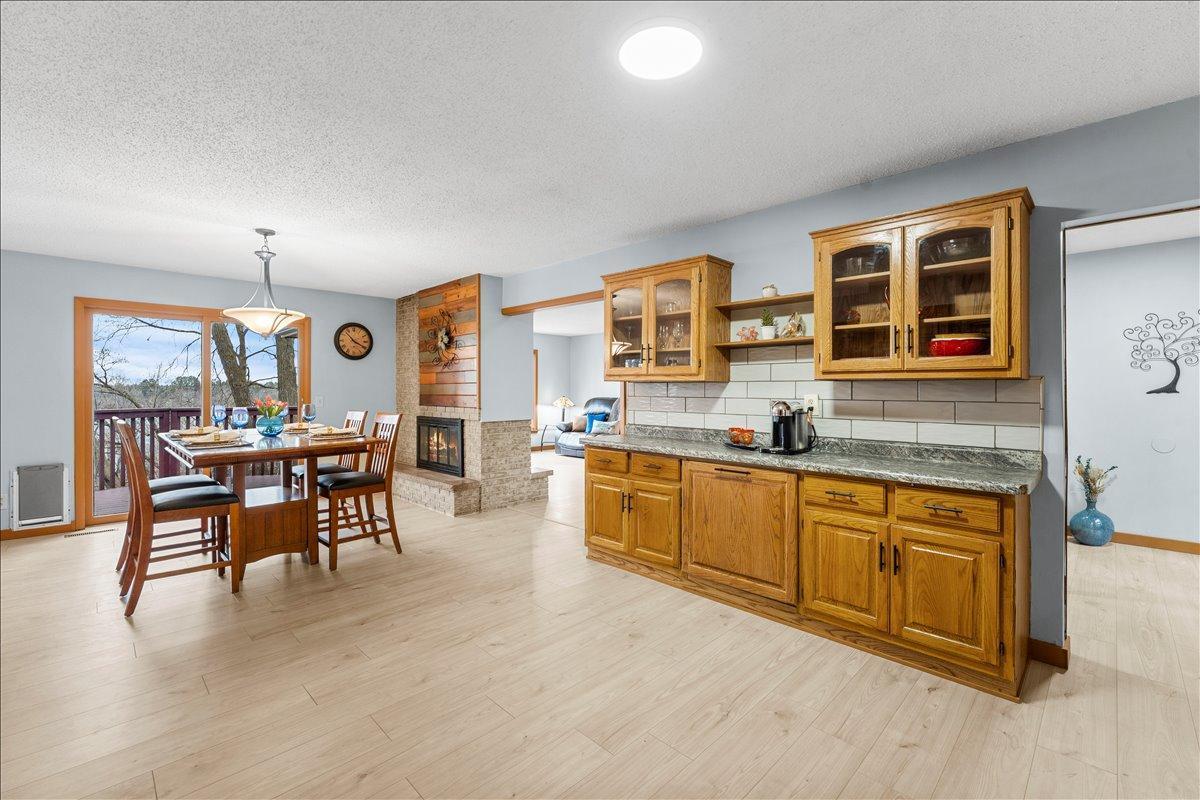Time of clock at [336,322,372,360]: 3:52
